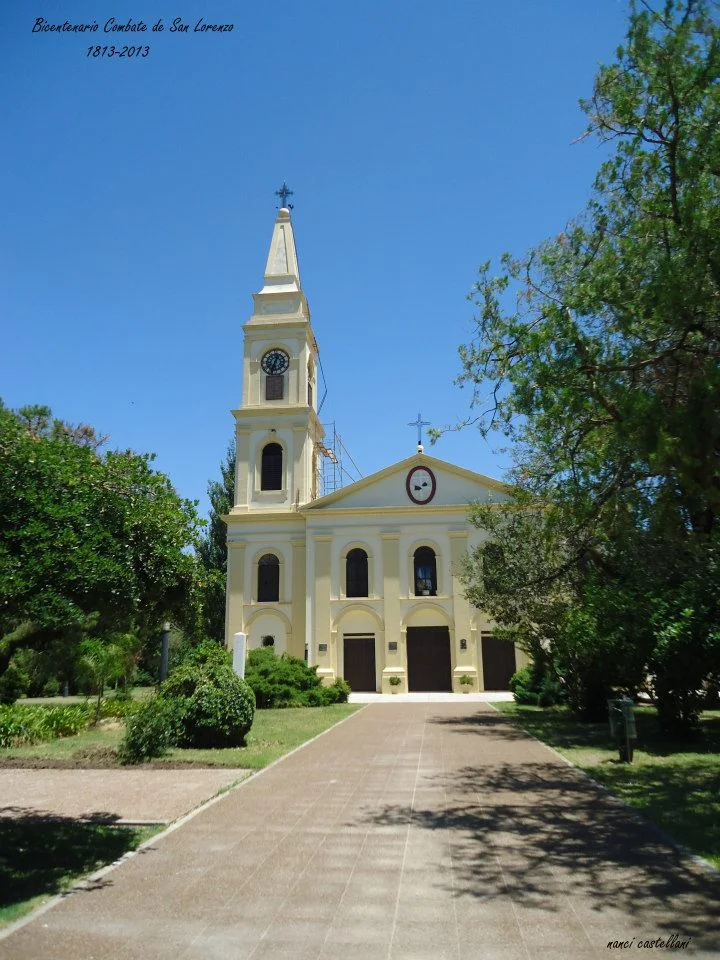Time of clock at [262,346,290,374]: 12:32
